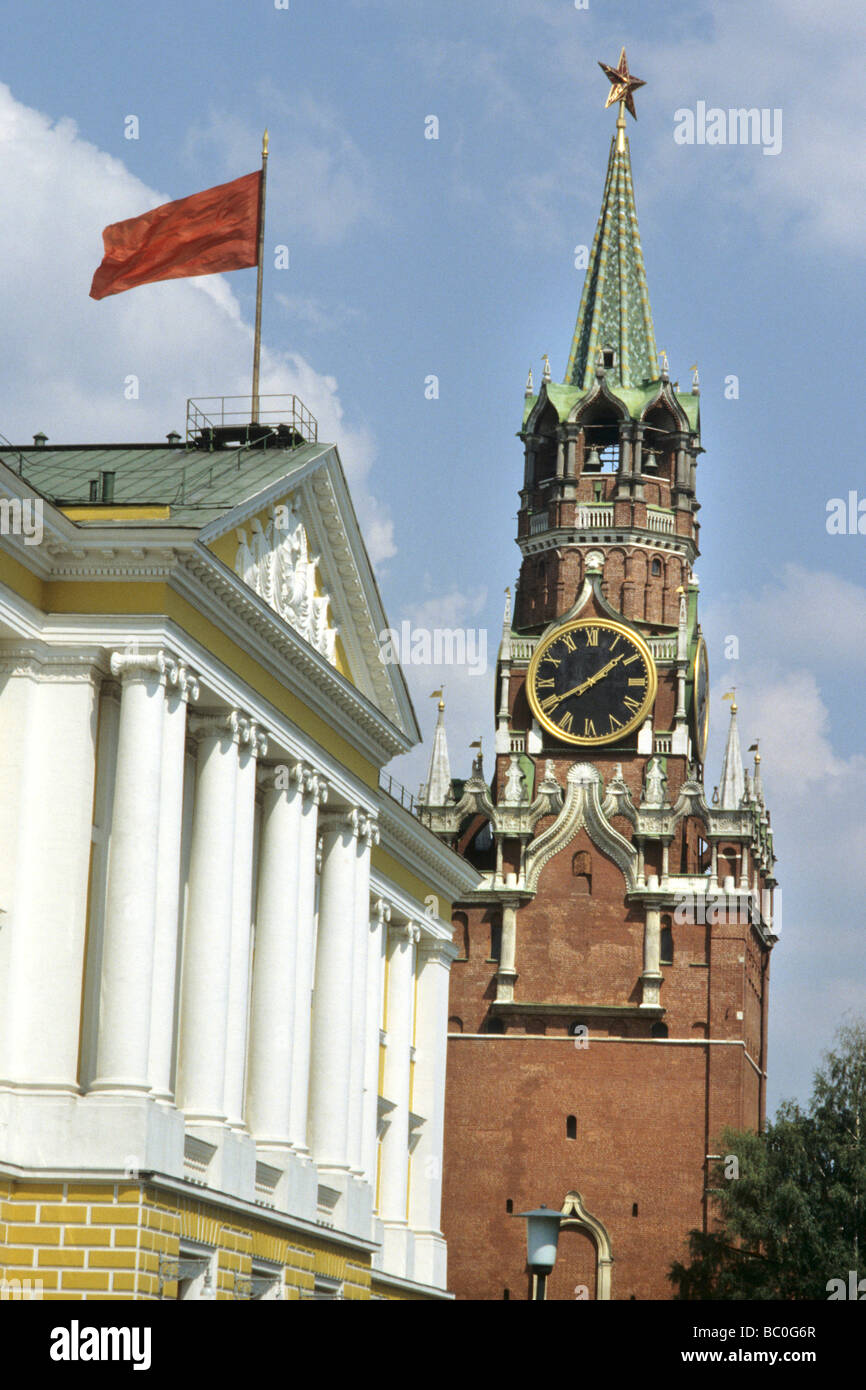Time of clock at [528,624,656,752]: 1:40
